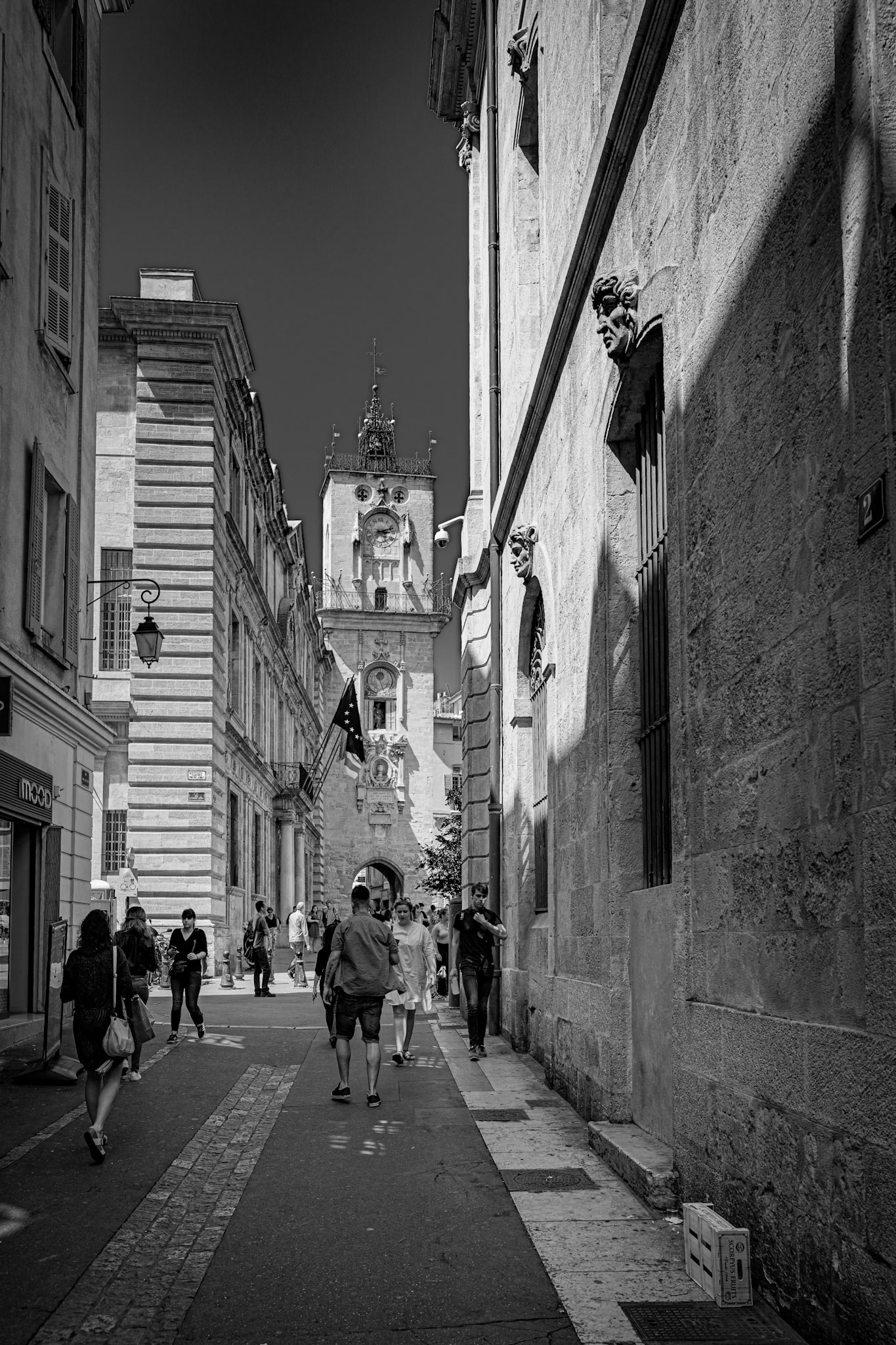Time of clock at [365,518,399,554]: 3:12
